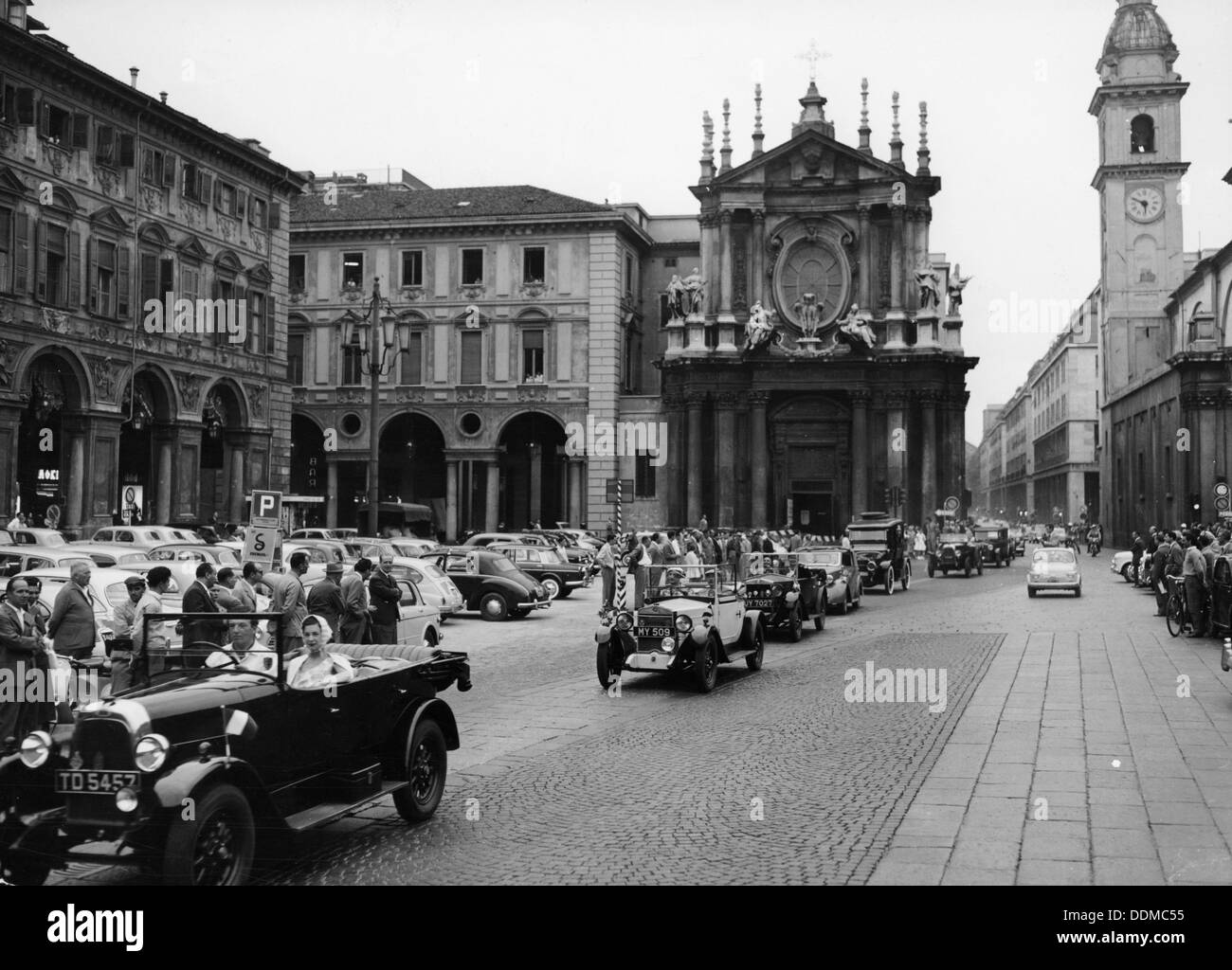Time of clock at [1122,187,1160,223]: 5:48
